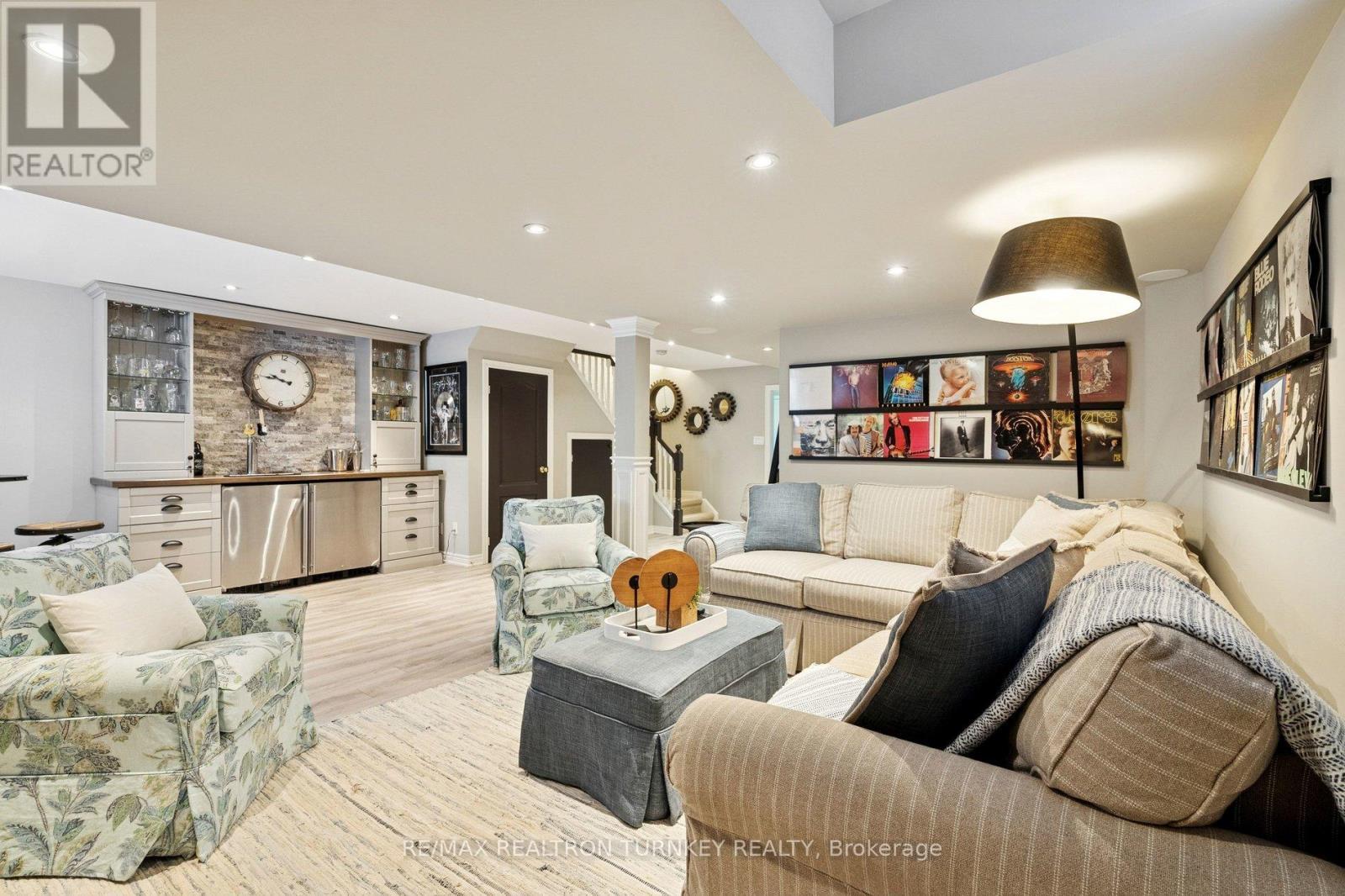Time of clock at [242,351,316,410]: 9:45
